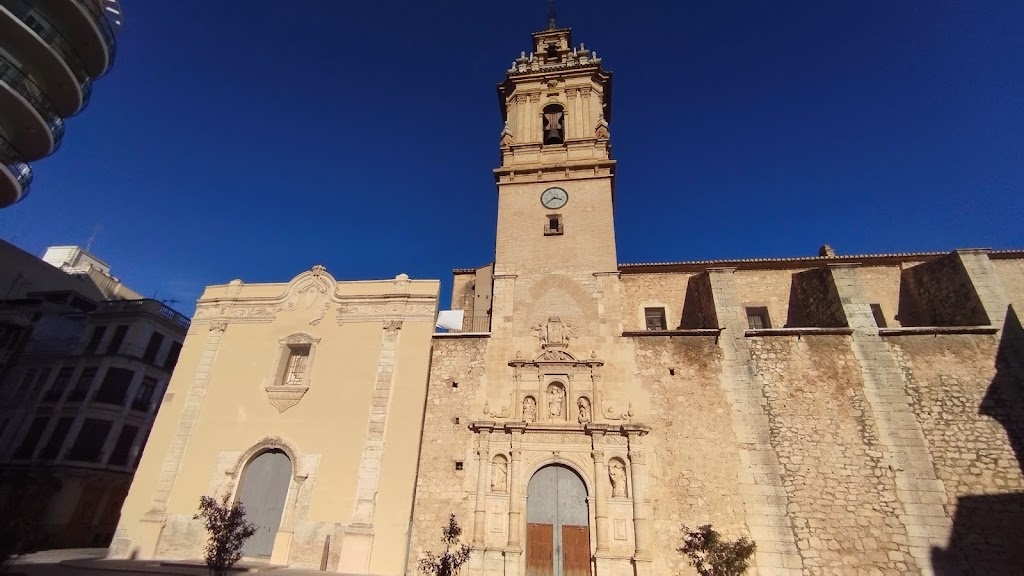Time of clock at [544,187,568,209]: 3:38
